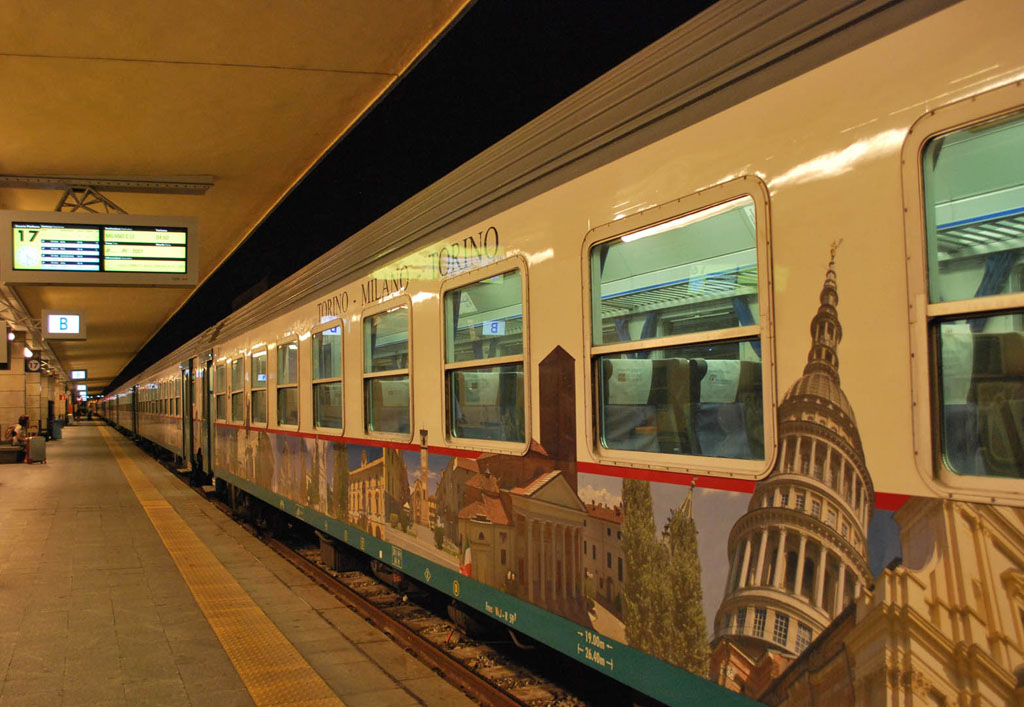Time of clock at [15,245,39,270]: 4:31
